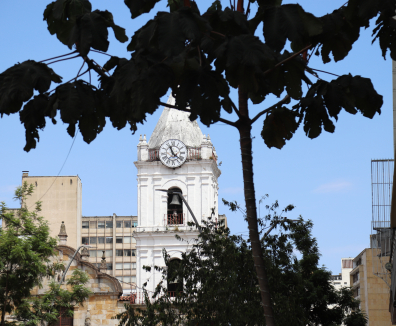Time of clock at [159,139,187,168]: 11:21
